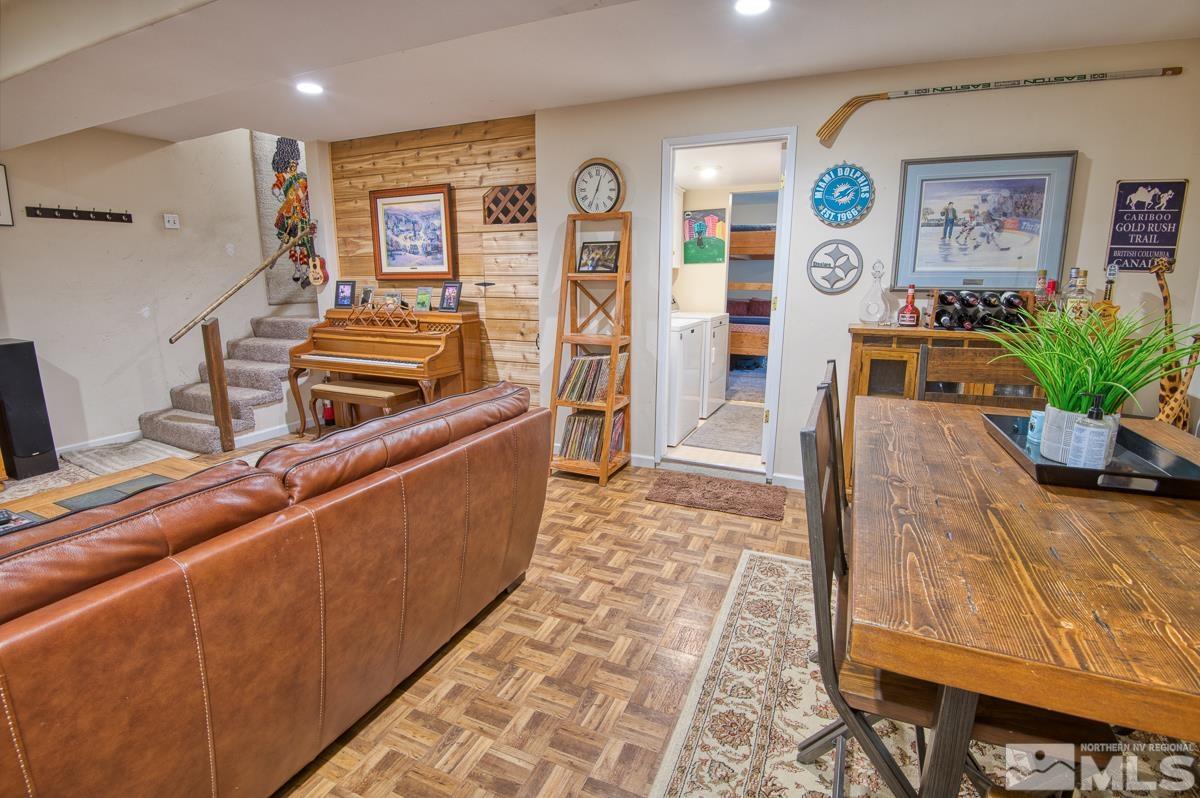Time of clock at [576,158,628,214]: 12:34
